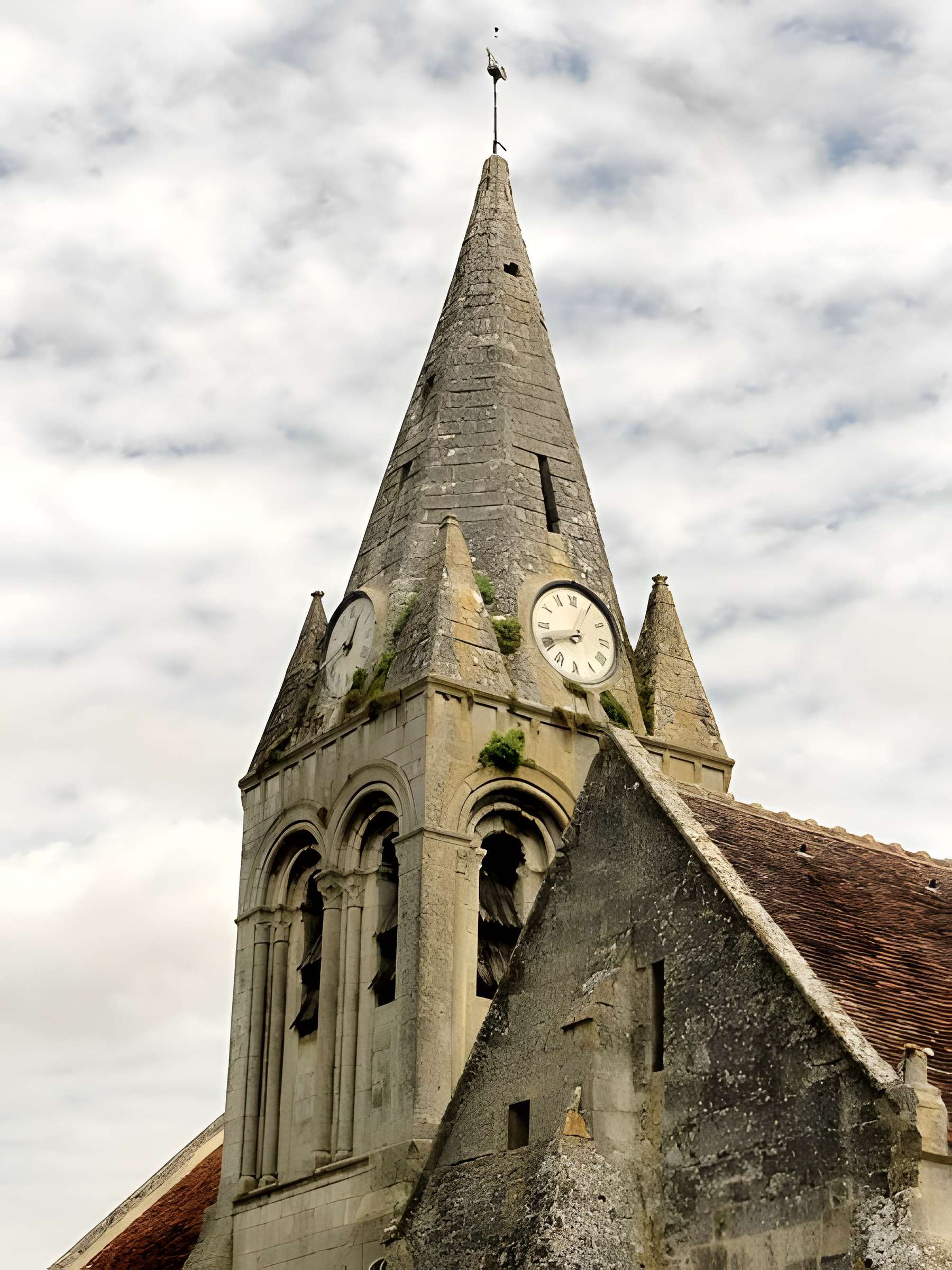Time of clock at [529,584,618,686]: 8:04
